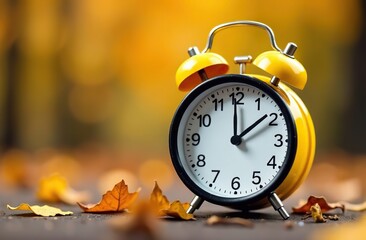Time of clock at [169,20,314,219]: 1:59
